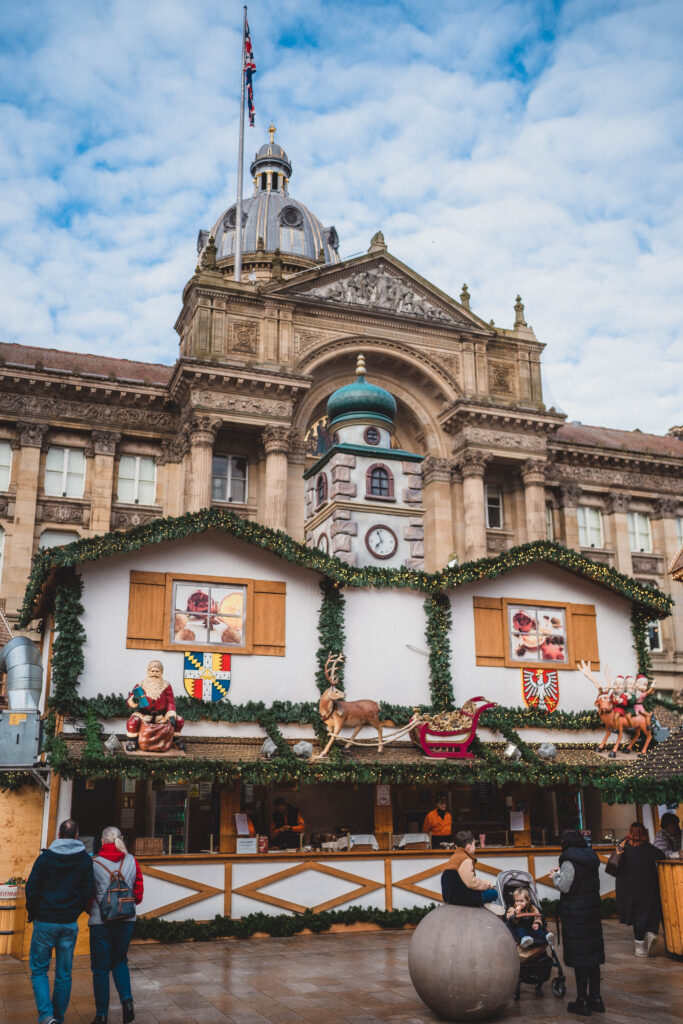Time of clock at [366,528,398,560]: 7:56
